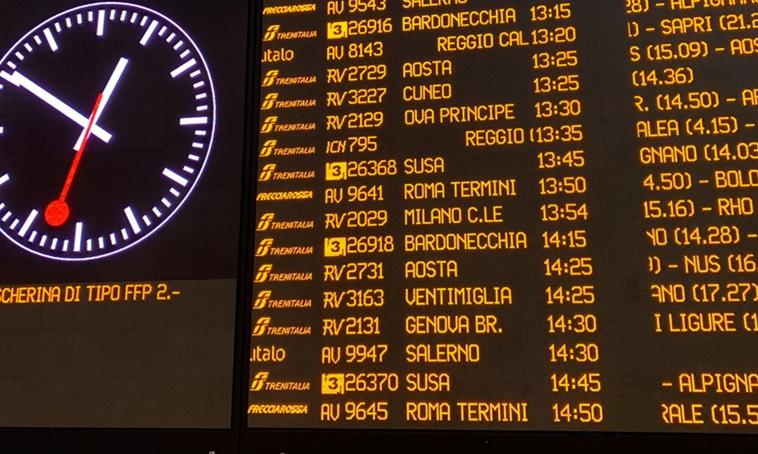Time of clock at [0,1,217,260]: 12:50
